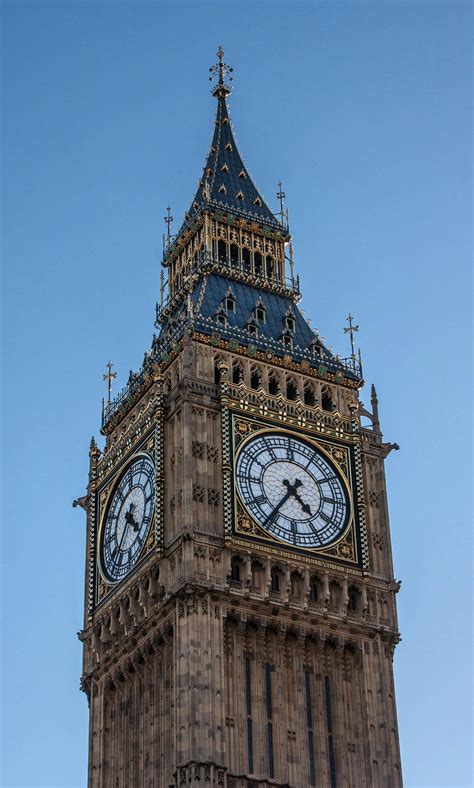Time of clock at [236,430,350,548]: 4:36
